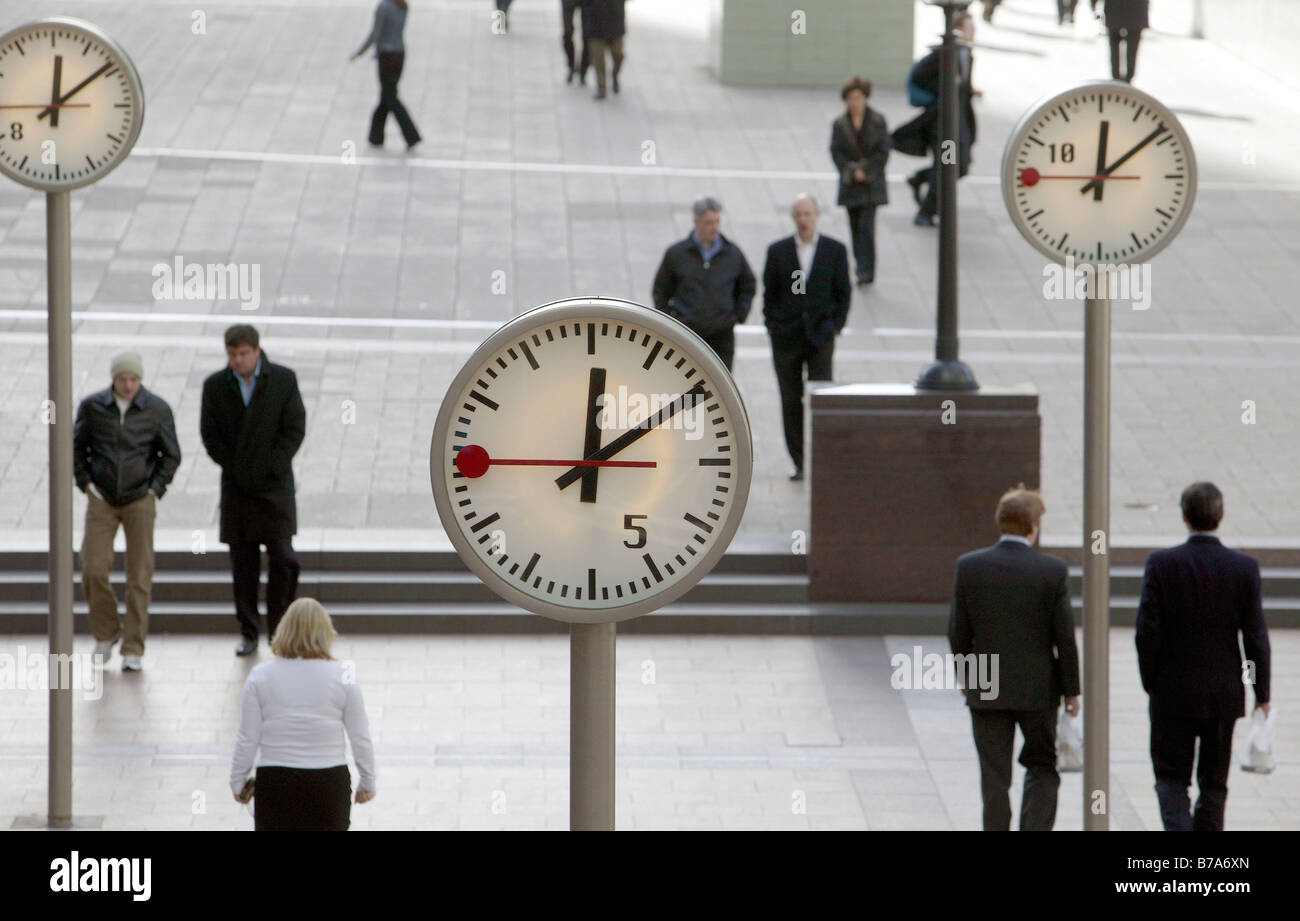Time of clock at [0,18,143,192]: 12:08
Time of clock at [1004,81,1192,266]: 12:08
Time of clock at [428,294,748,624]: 12:09
